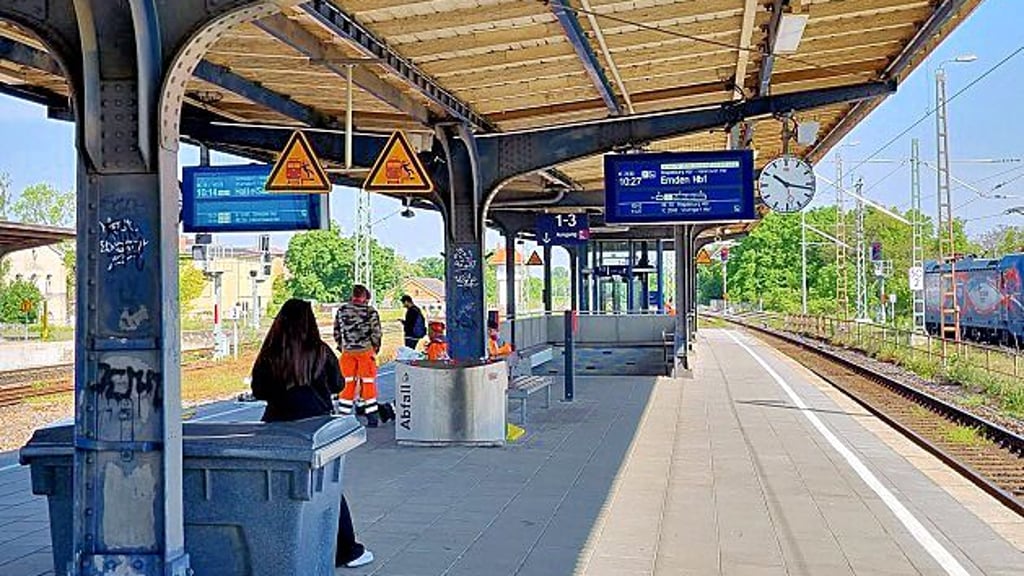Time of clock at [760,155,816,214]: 10:17
